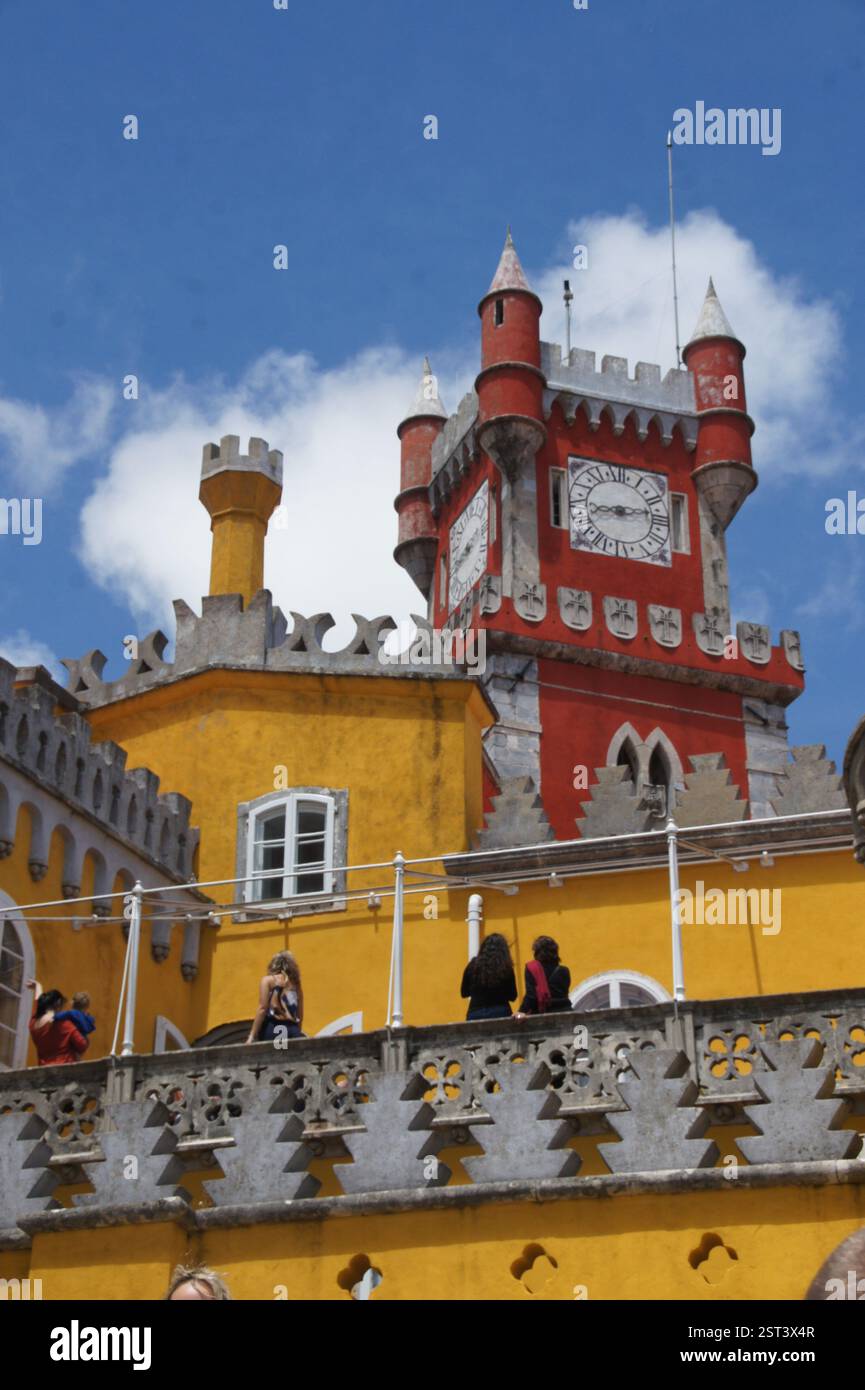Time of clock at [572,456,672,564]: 8:12
